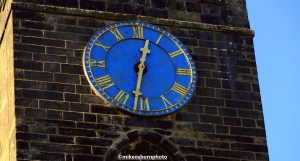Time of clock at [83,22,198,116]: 12:31
